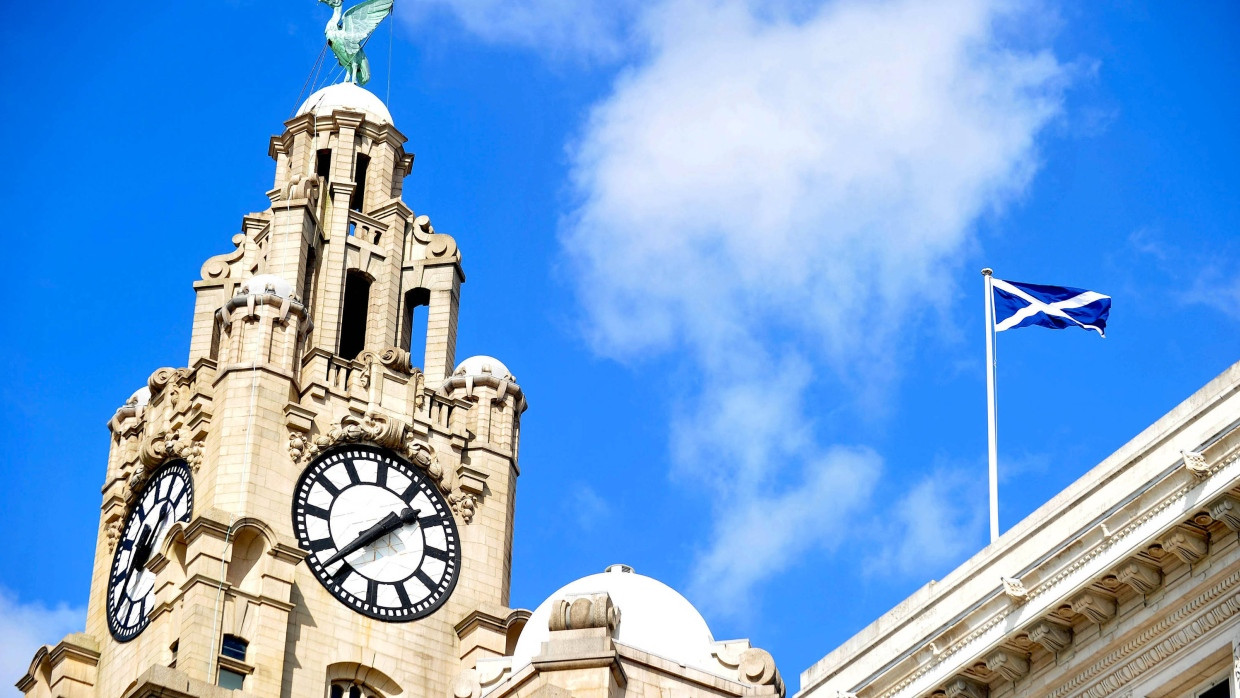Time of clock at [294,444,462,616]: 1:37
